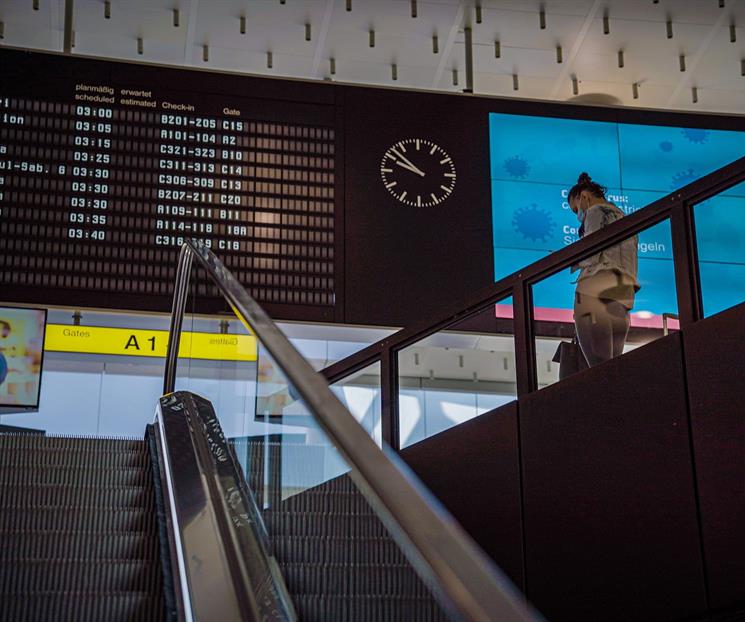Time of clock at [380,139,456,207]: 9:52
